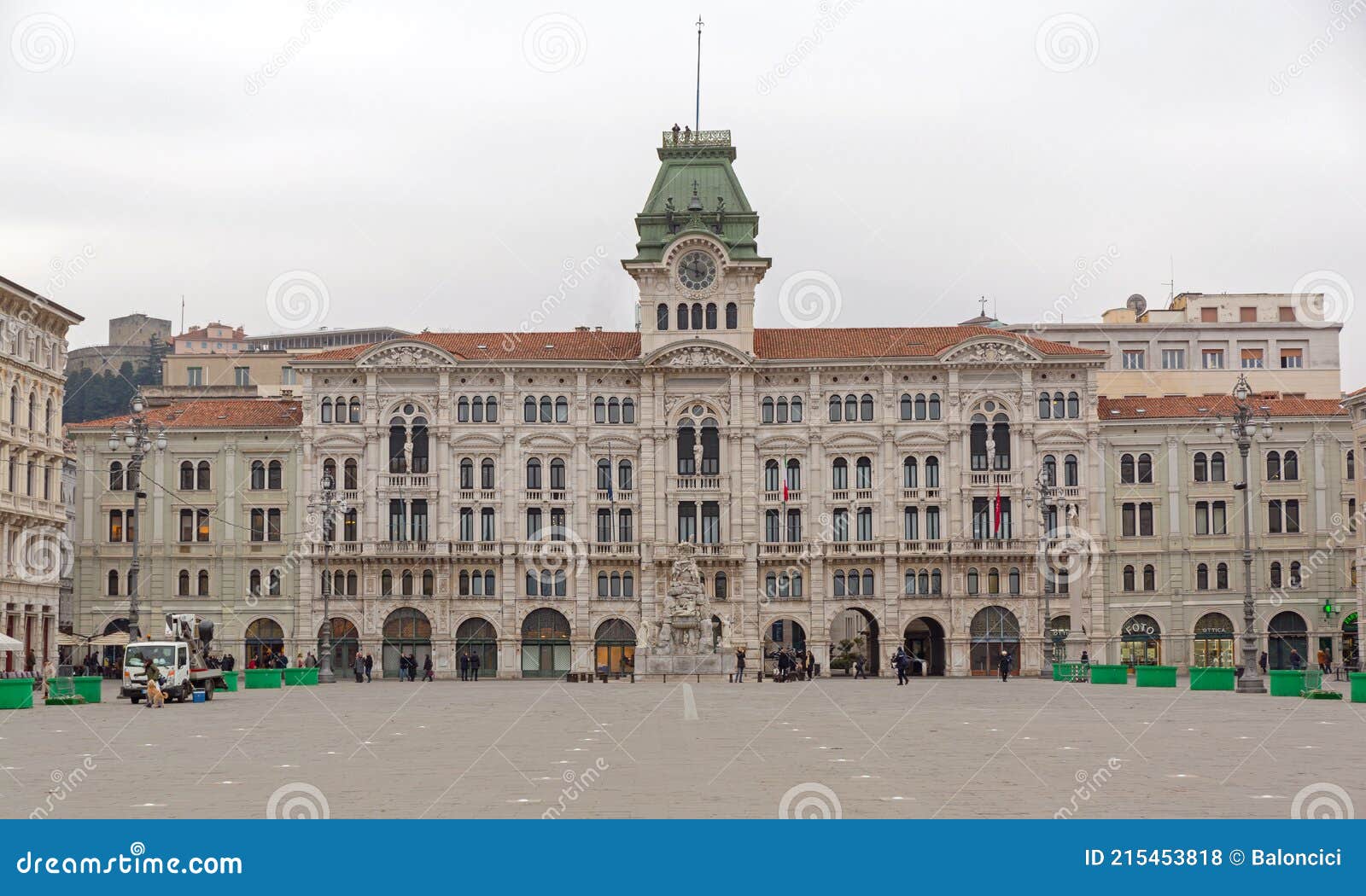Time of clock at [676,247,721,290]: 11:47
